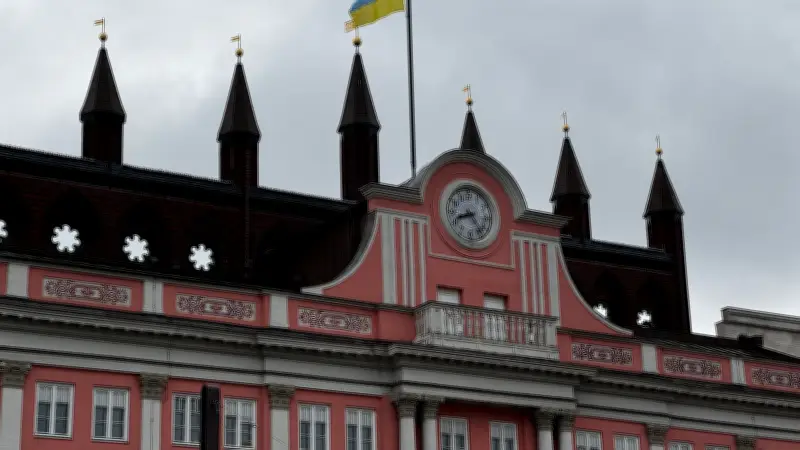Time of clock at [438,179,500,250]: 8:23
